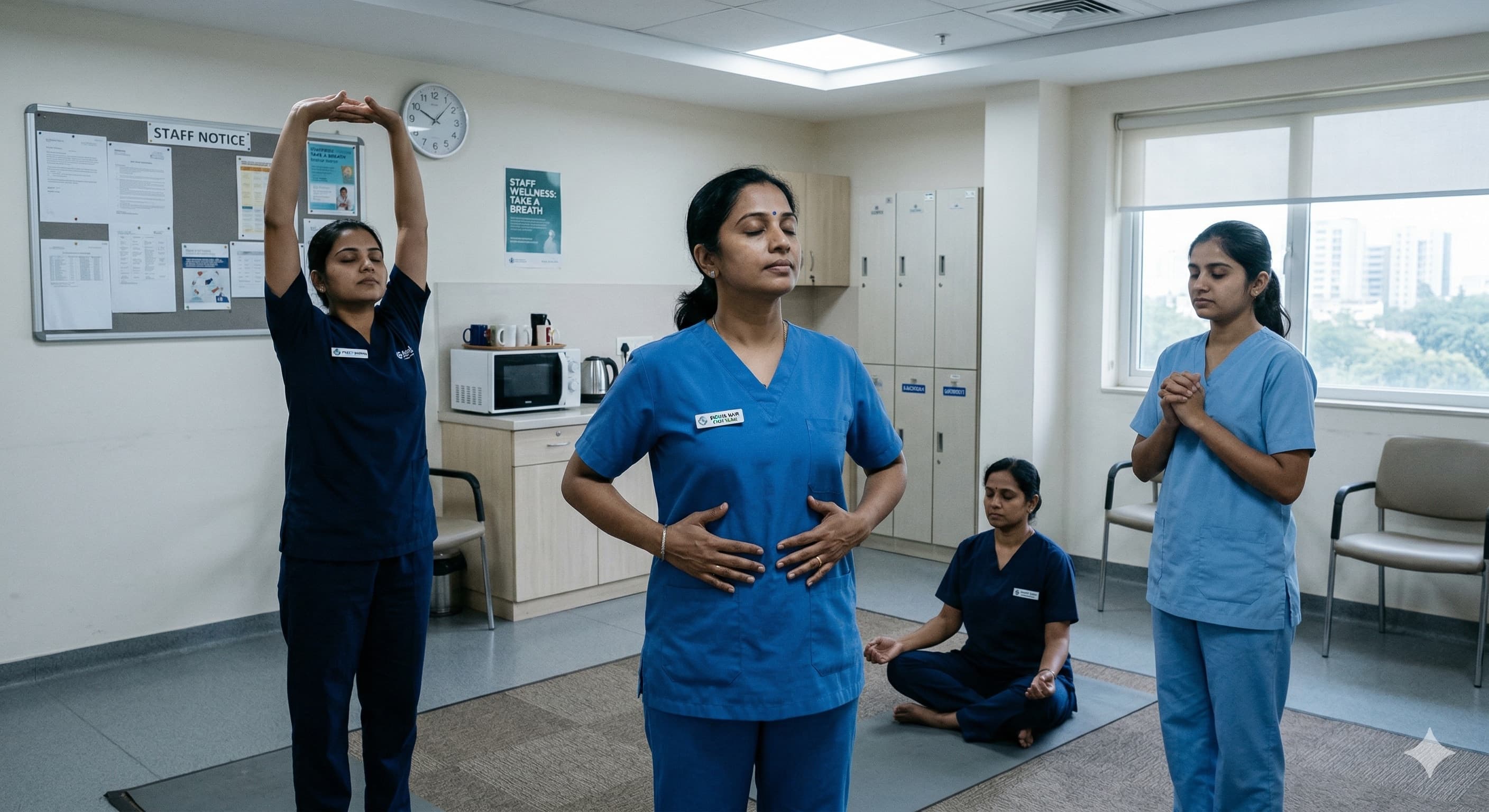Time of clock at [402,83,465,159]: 10:07
